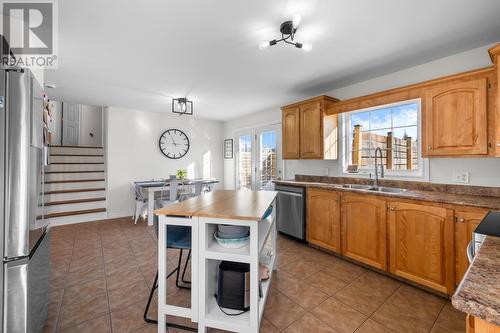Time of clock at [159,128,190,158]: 2:55
